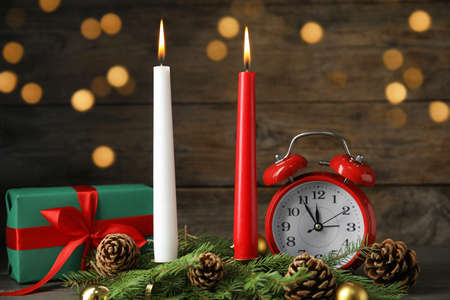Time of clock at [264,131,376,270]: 11:54
